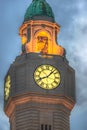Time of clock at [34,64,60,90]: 8:07
